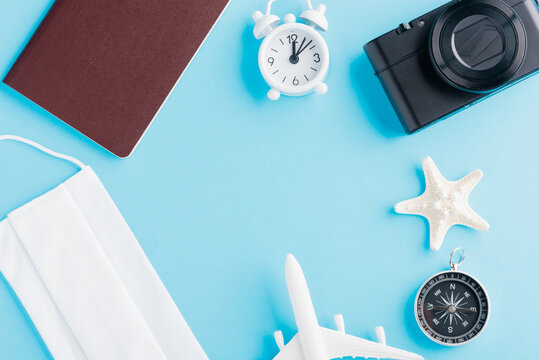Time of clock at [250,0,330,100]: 12:07
